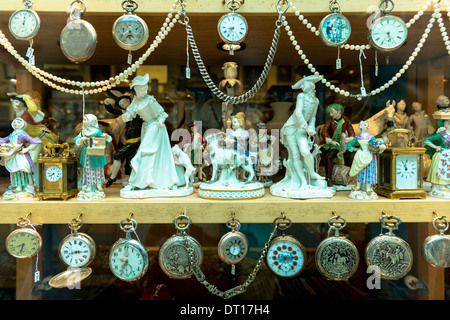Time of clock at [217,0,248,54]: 8:35
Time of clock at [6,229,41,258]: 8:32
